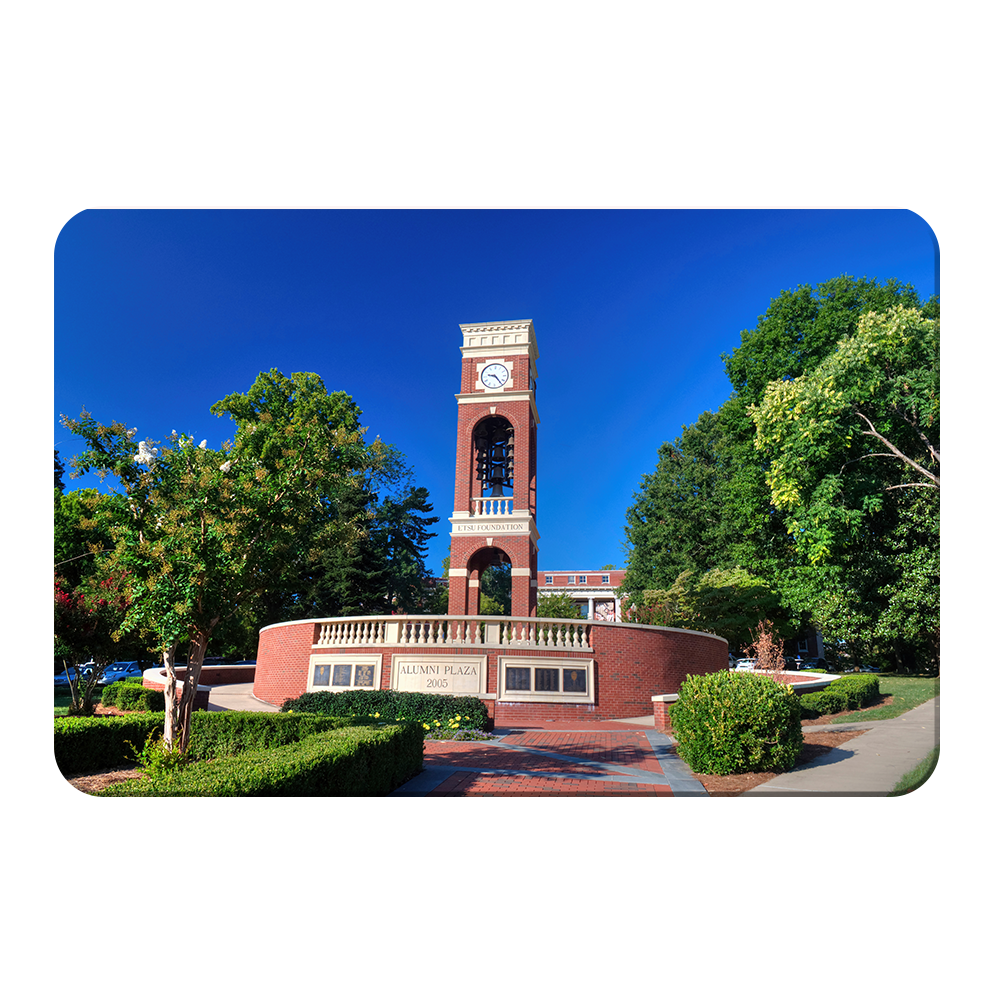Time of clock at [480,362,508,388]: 9:23
